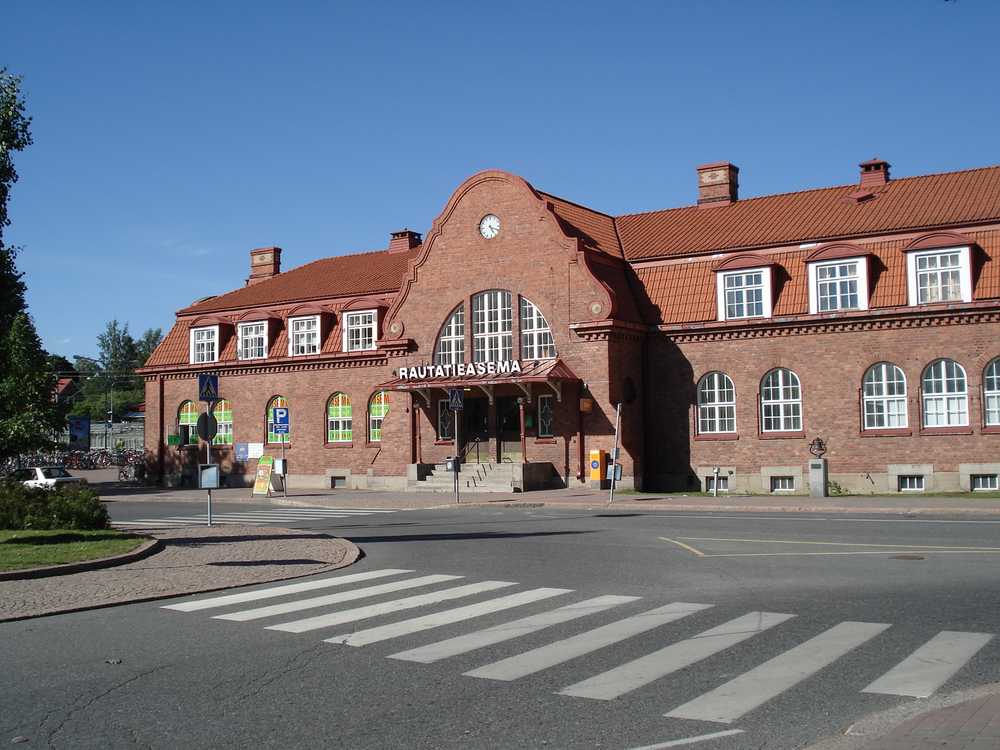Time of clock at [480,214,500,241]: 5:18
